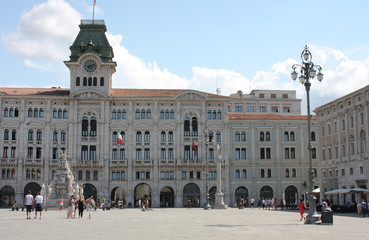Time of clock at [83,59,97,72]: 8:11
